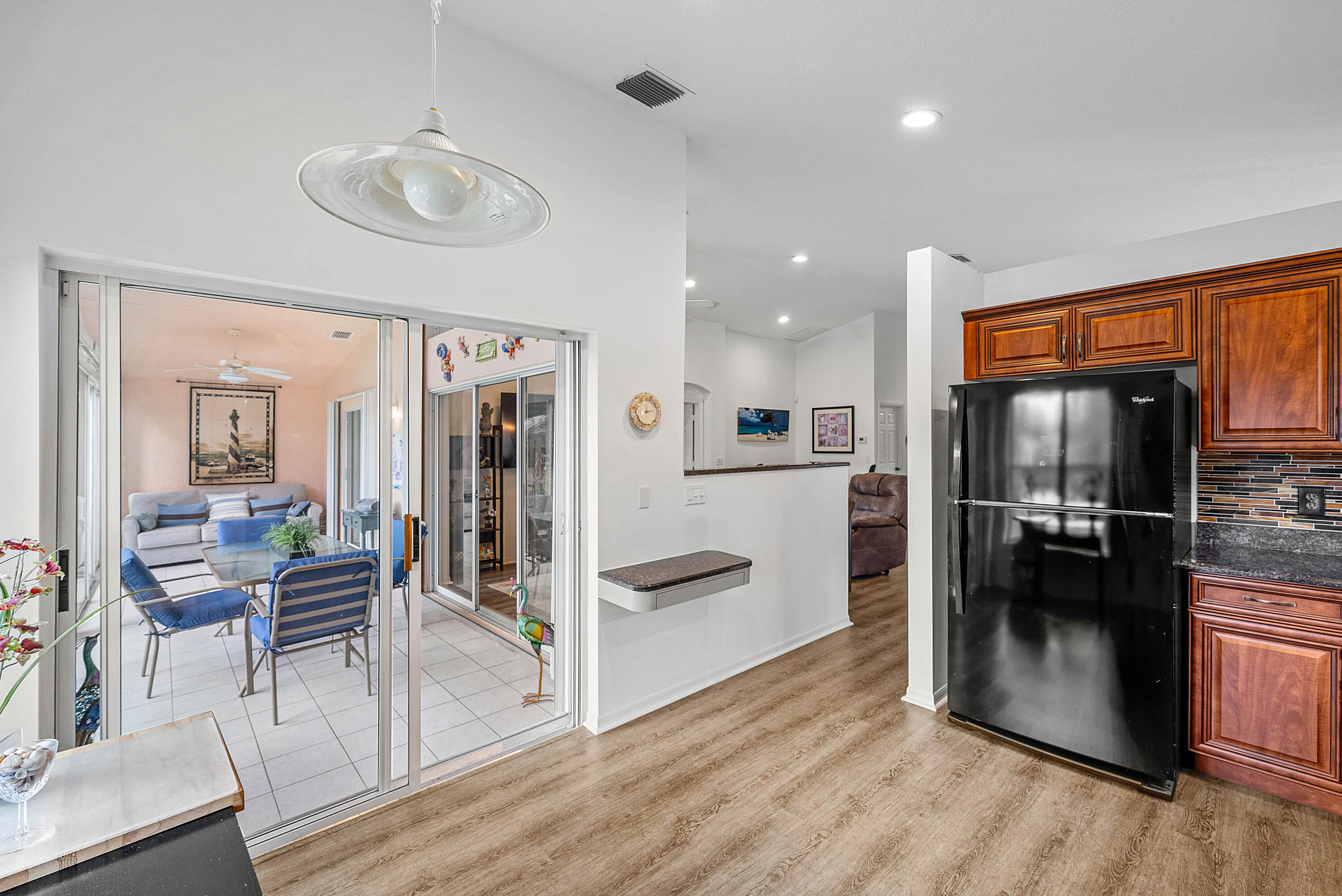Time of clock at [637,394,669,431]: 12:12
